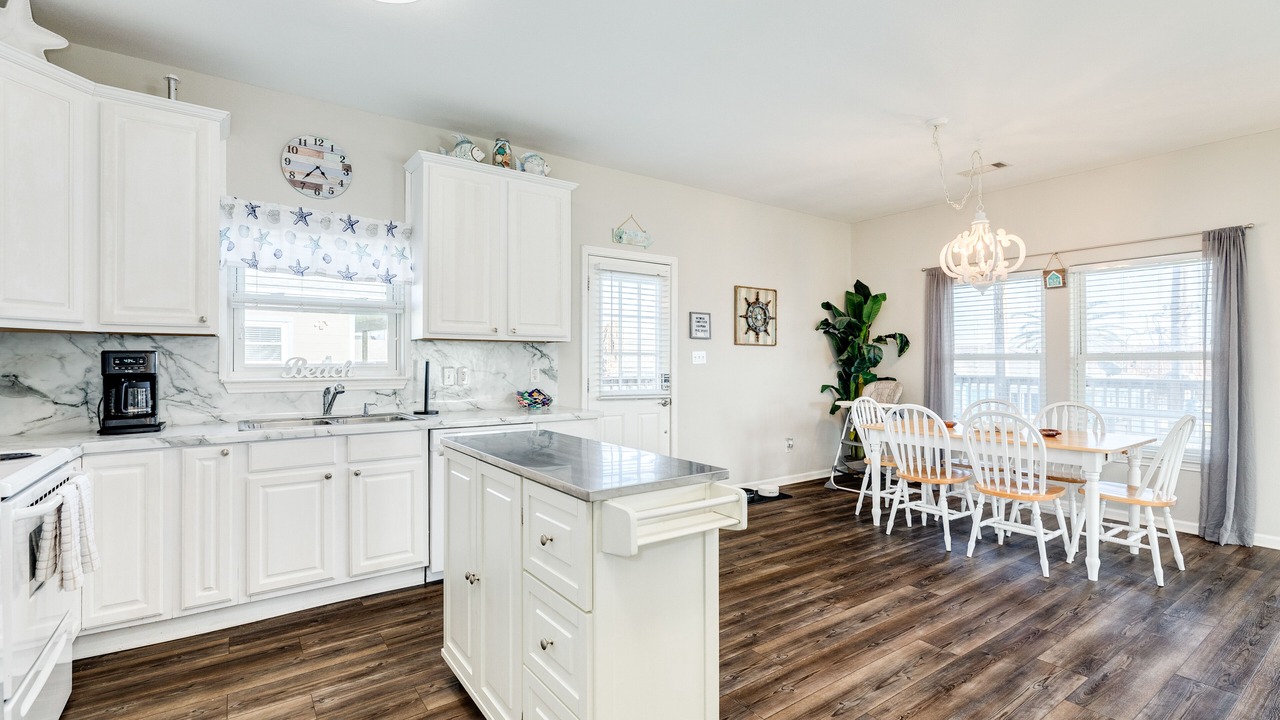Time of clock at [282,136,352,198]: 4:36
